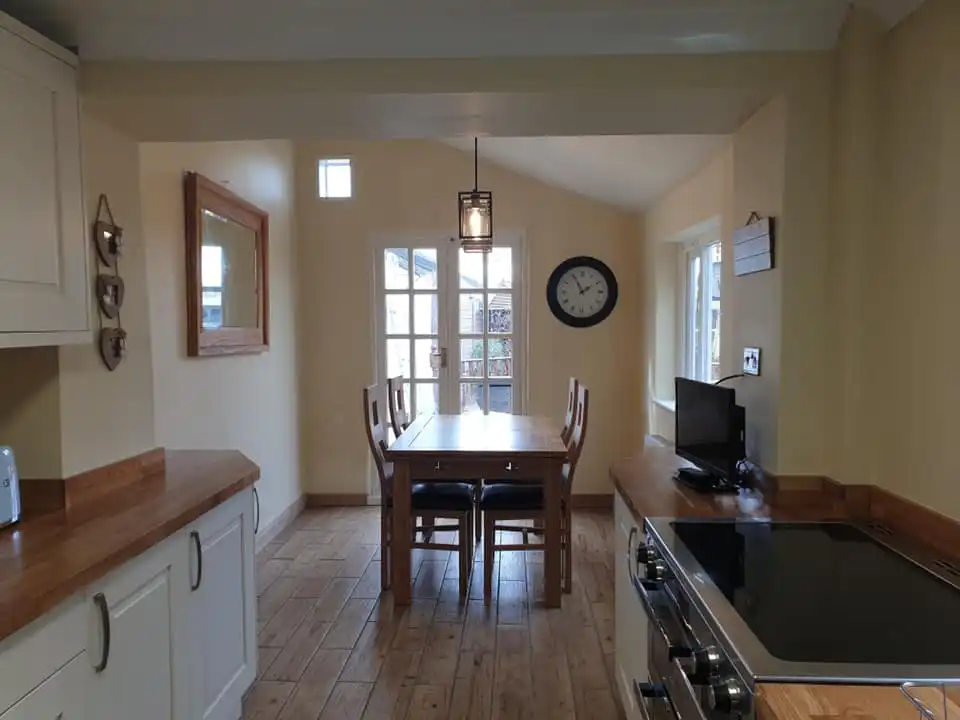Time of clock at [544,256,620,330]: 1:55
